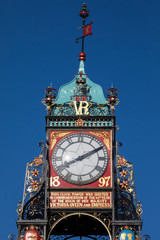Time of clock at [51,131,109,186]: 8:10
